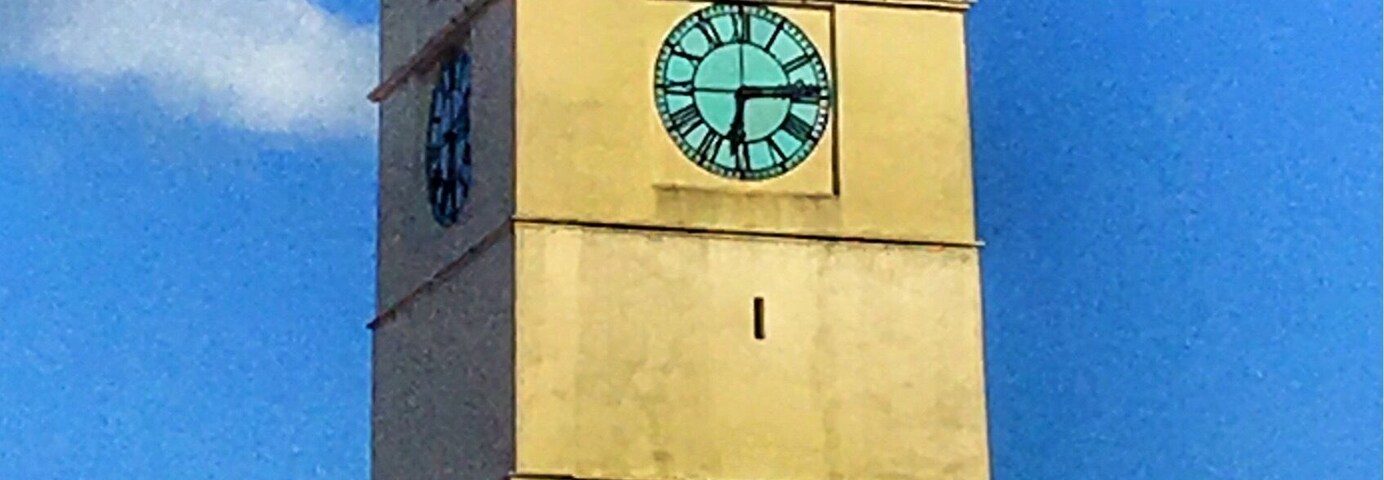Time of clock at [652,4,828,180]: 6:14
